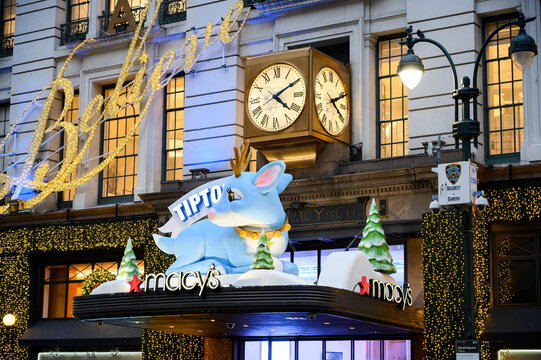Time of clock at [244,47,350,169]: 4:10
